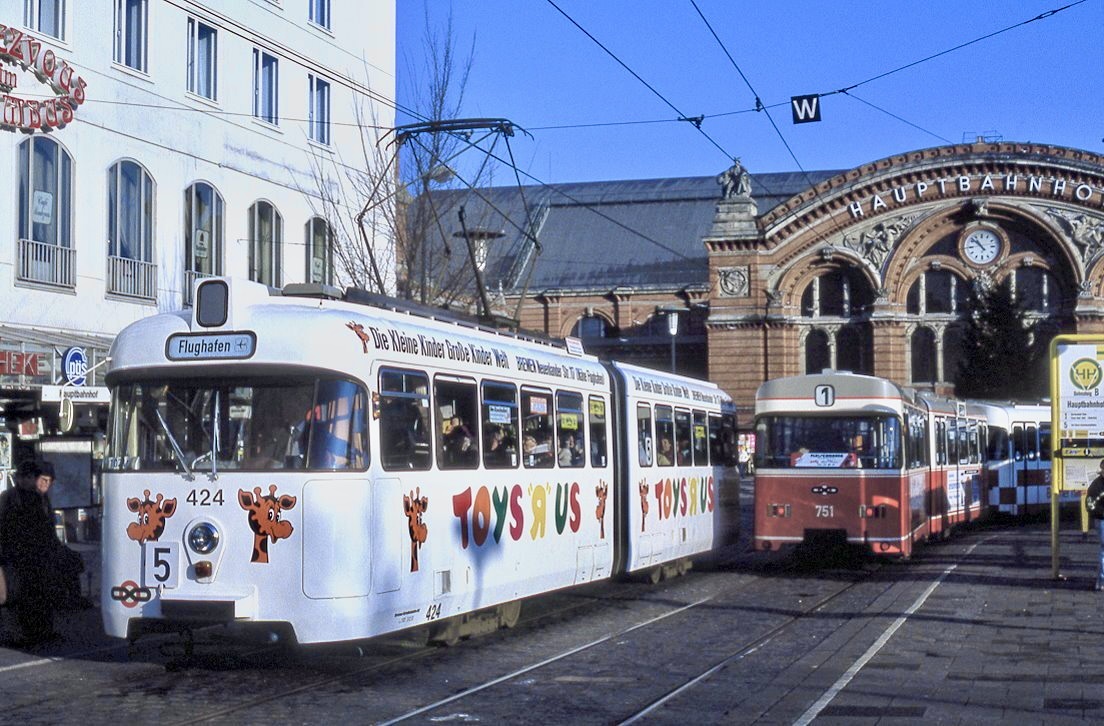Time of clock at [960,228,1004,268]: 10:52
